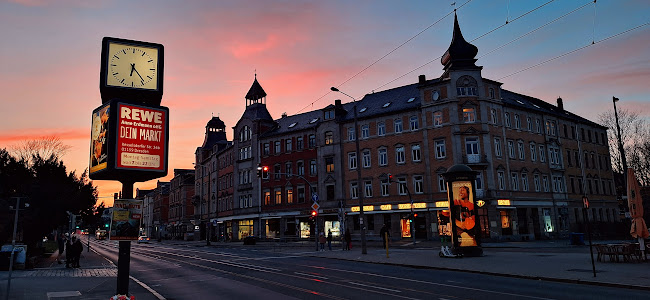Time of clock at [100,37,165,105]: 6:23
